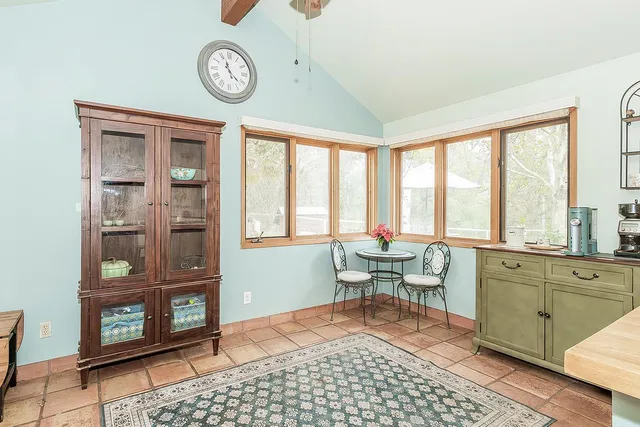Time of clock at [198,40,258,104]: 11:21
